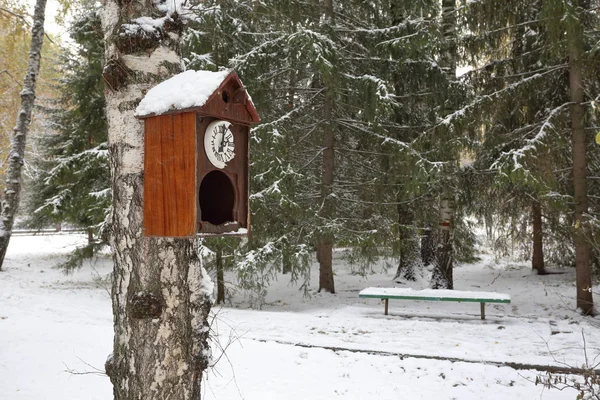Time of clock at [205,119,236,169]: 7:02
